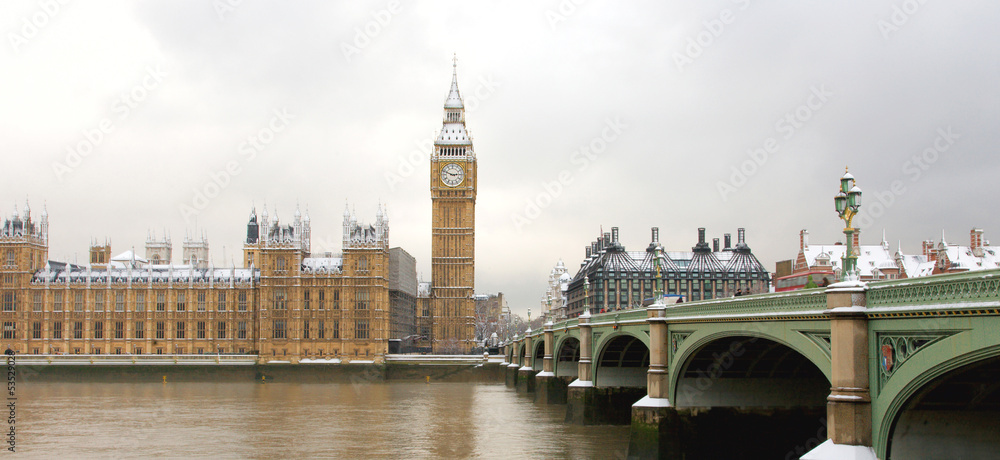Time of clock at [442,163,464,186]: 2:48
